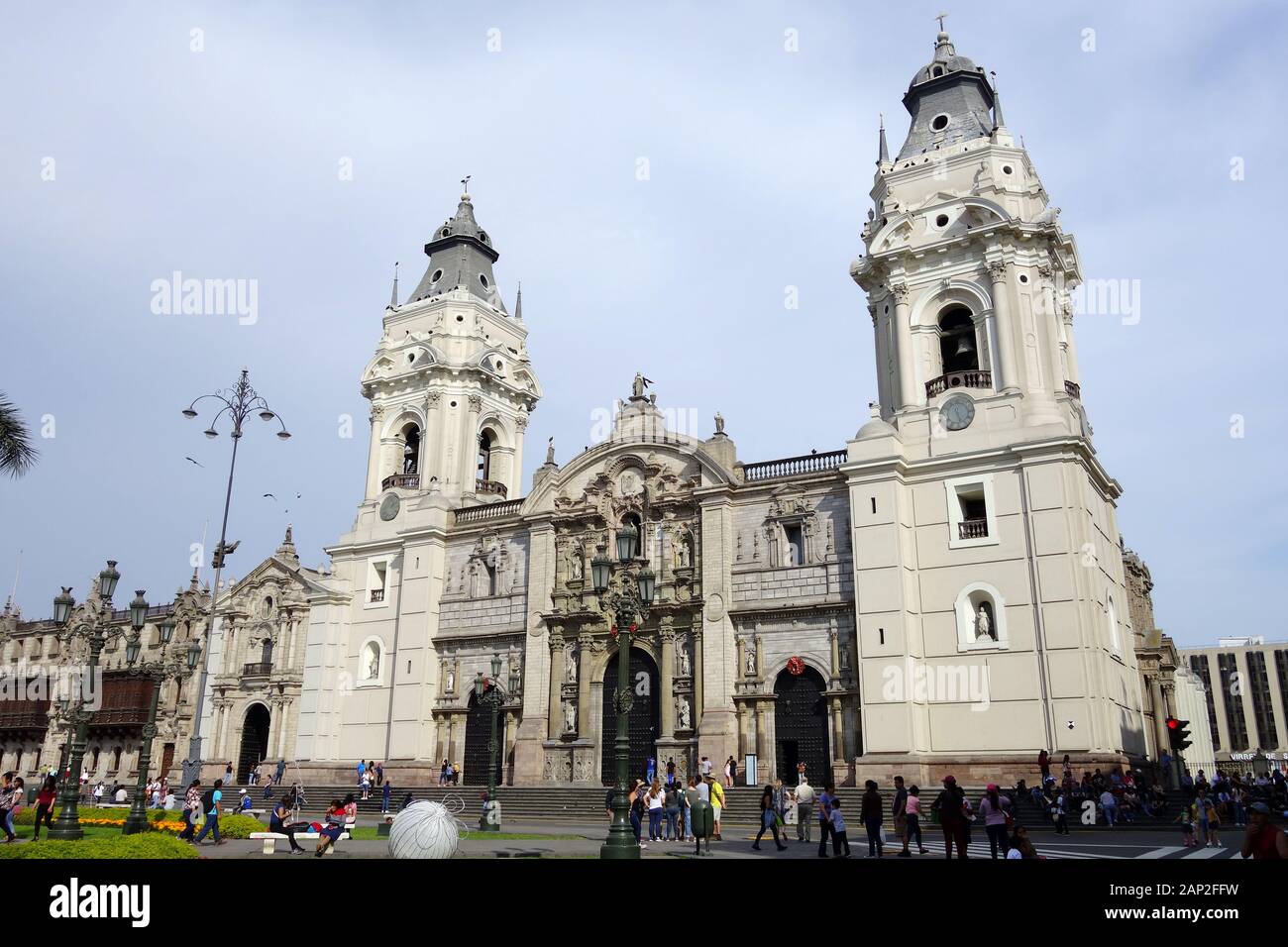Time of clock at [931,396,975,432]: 5:26
